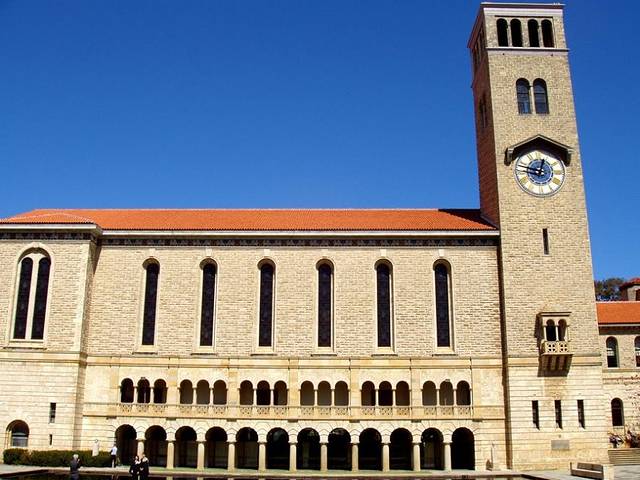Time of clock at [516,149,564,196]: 12:47
